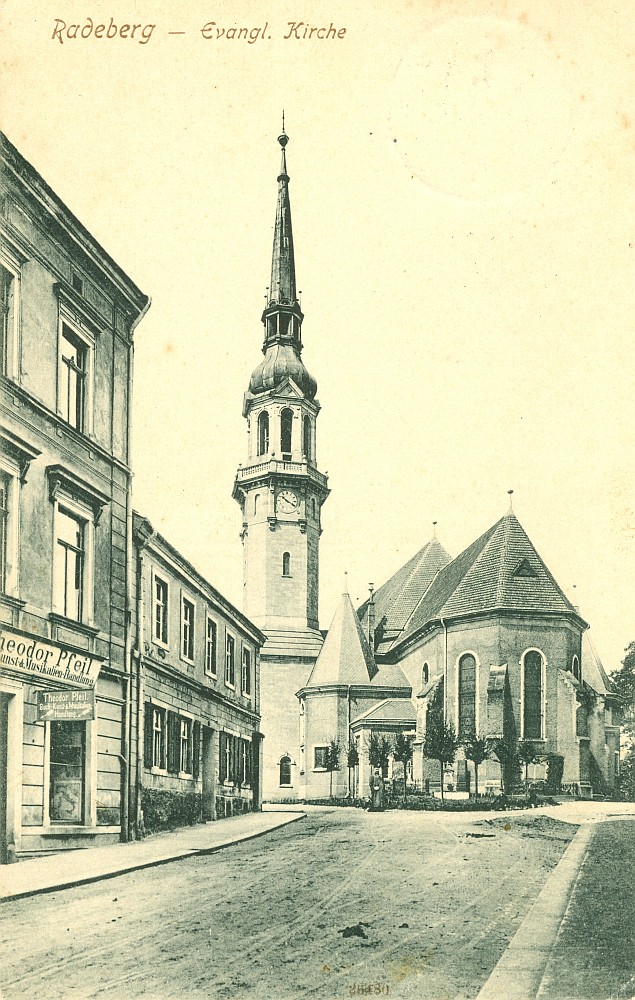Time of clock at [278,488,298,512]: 10:20
